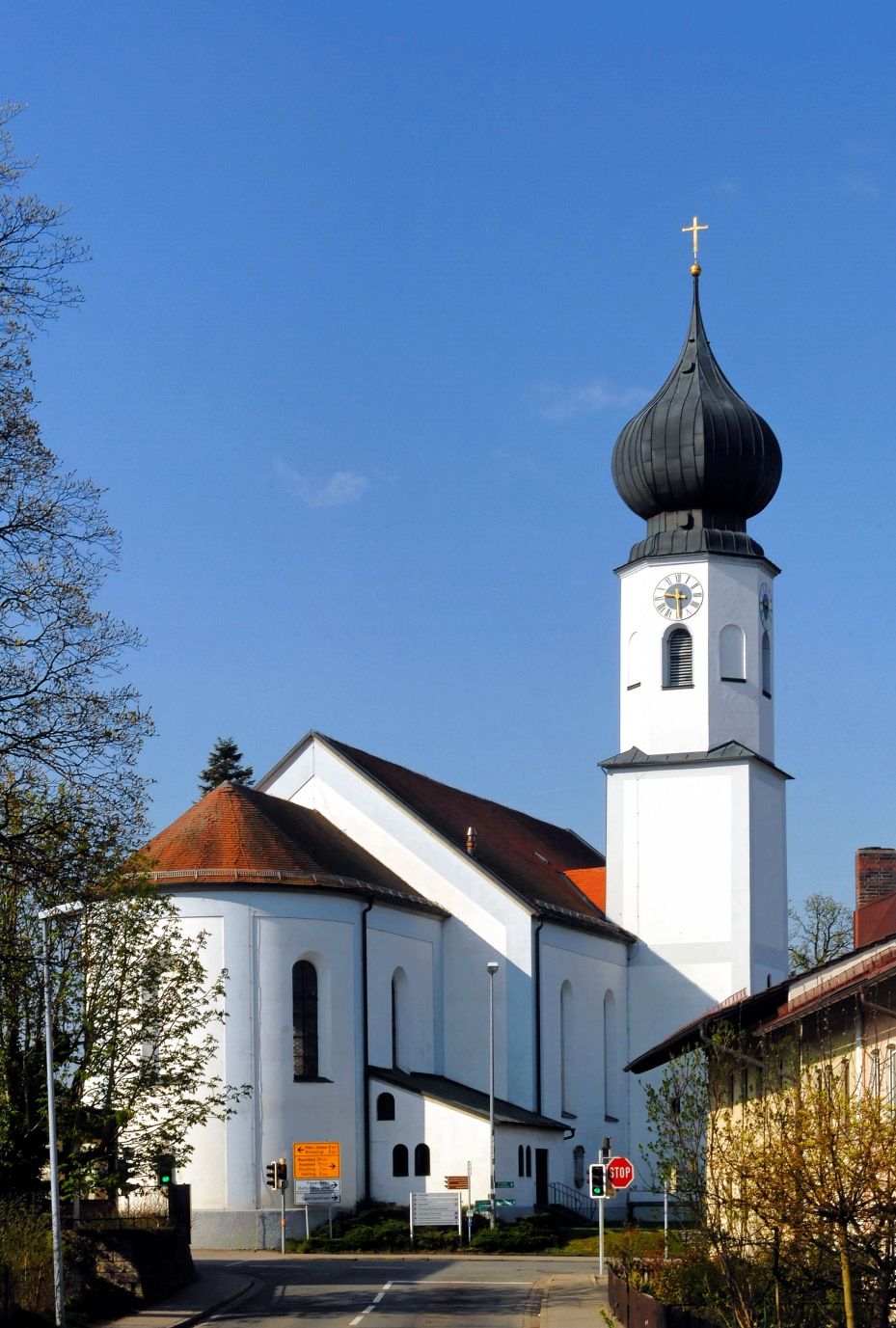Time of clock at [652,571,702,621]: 9:29
